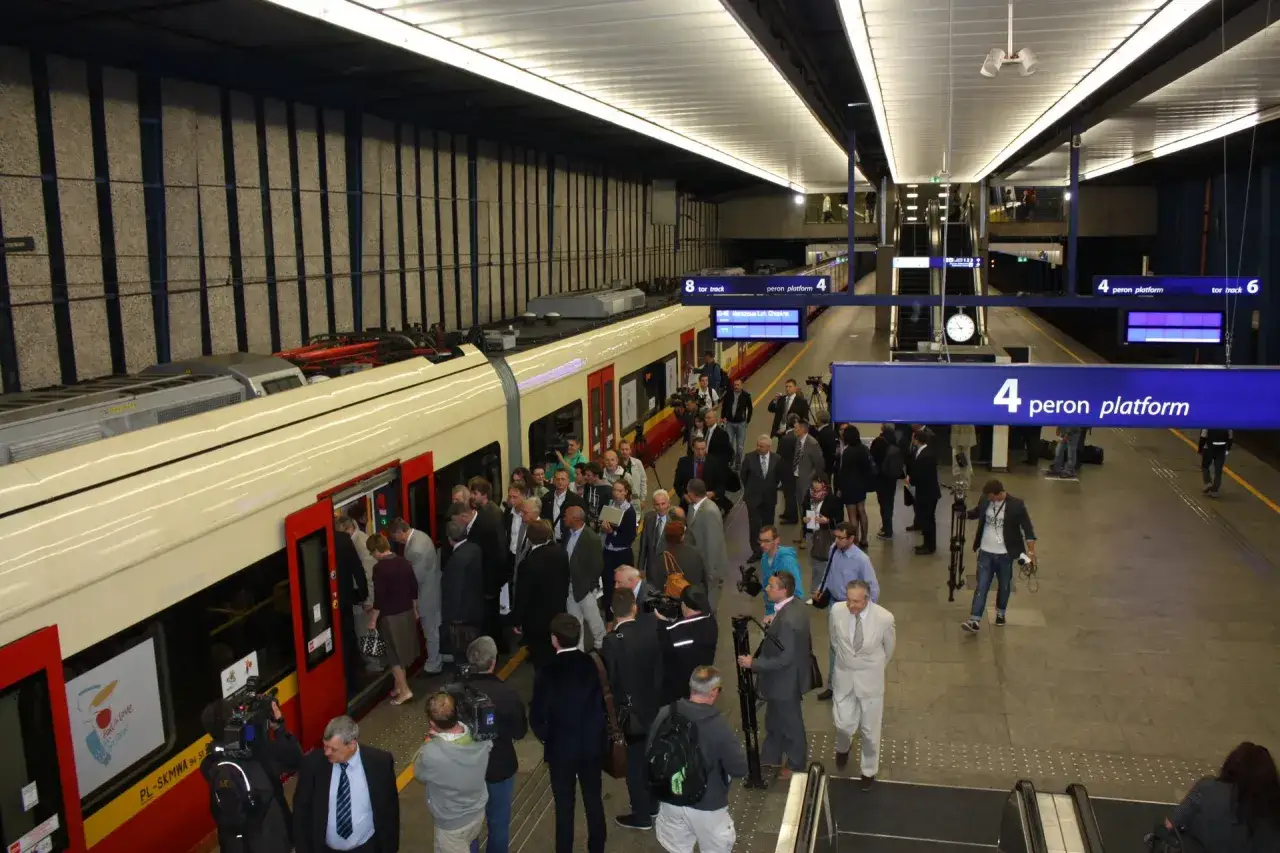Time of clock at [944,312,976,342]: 10:44
